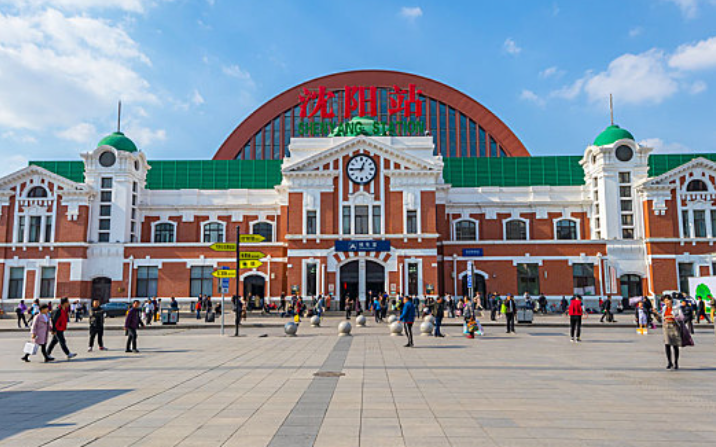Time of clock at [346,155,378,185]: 12:44
